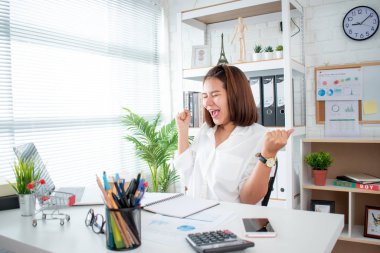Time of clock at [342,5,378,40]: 9:09
